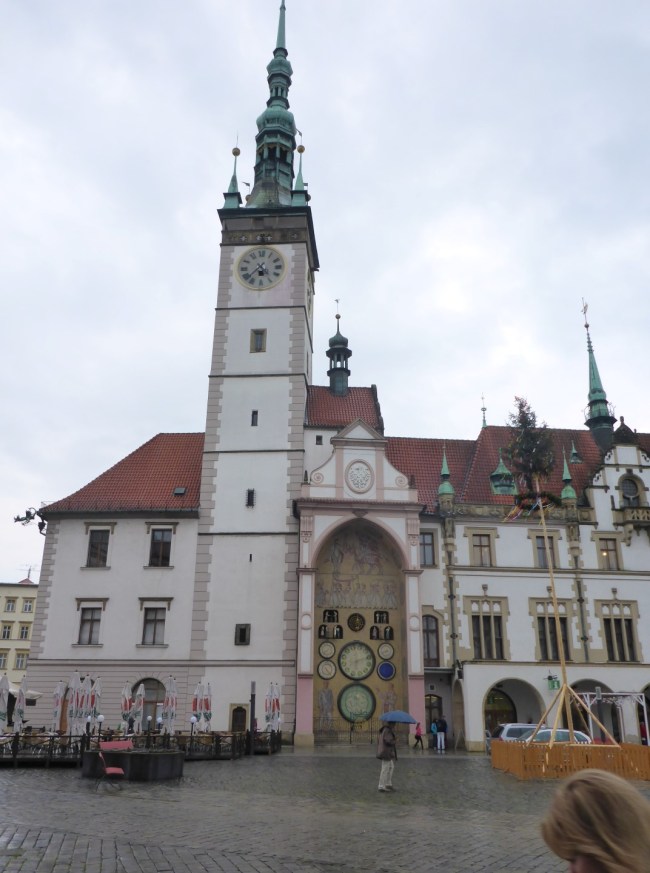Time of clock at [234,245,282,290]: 4:37
